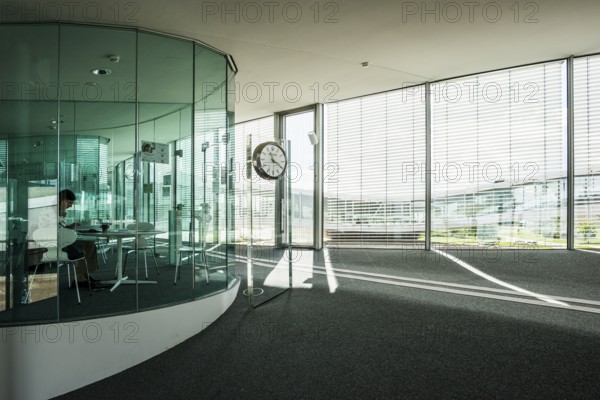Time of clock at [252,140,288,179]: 11:19
